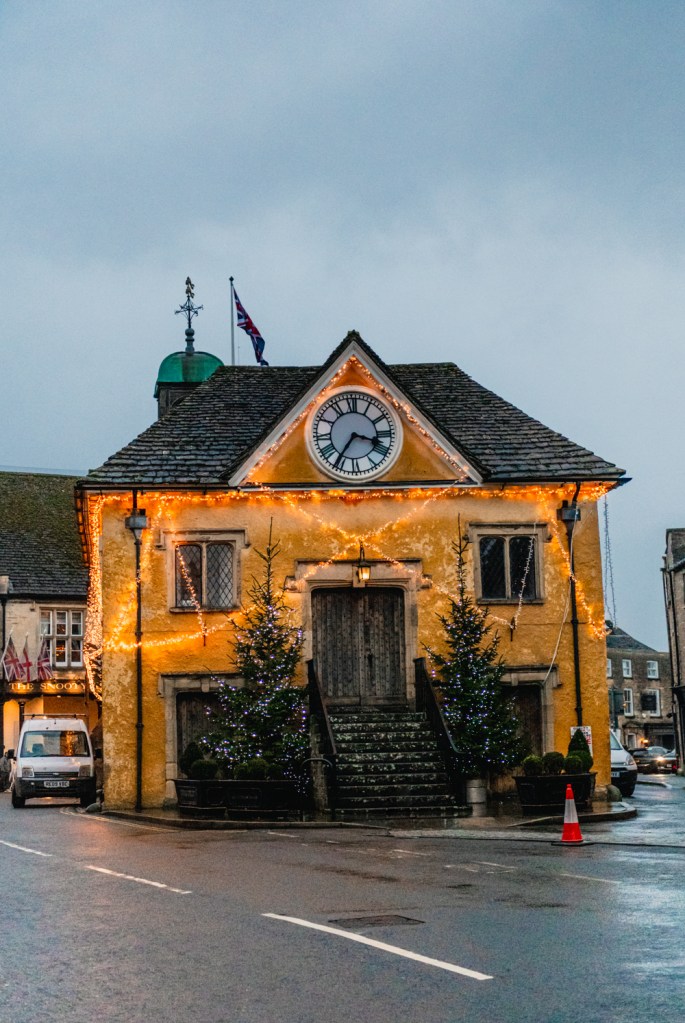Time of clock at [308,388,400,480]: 3:35
